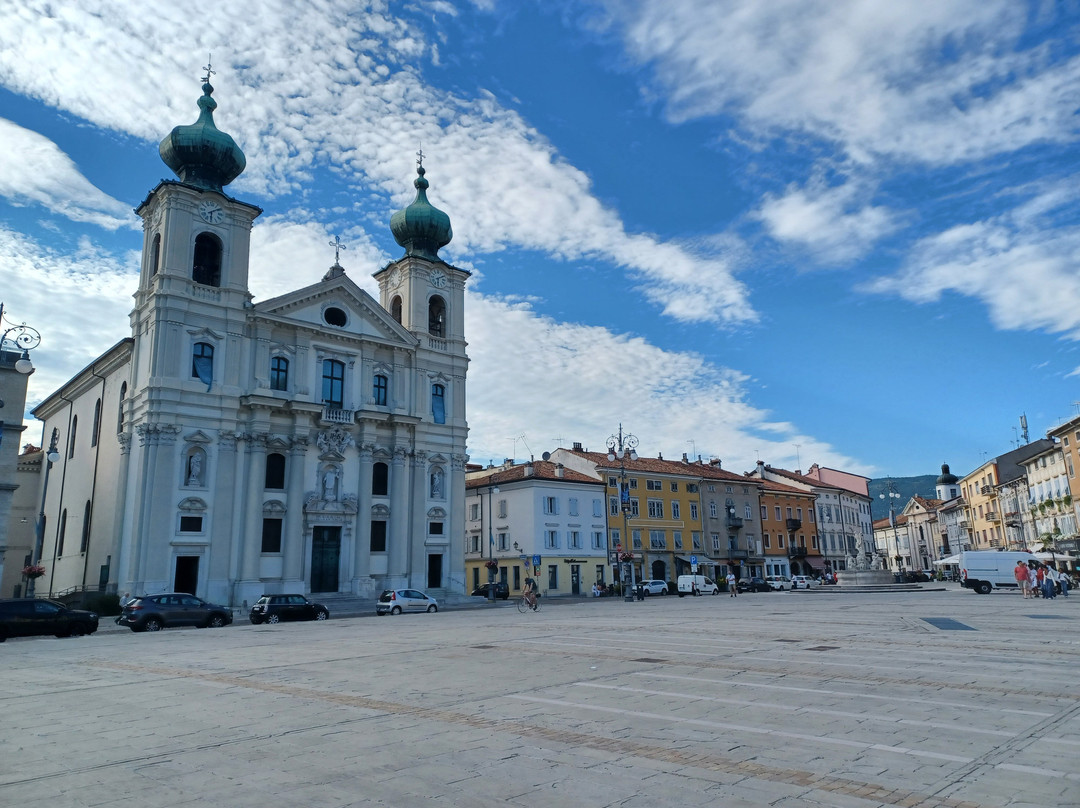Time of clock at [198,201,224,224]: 6:09
